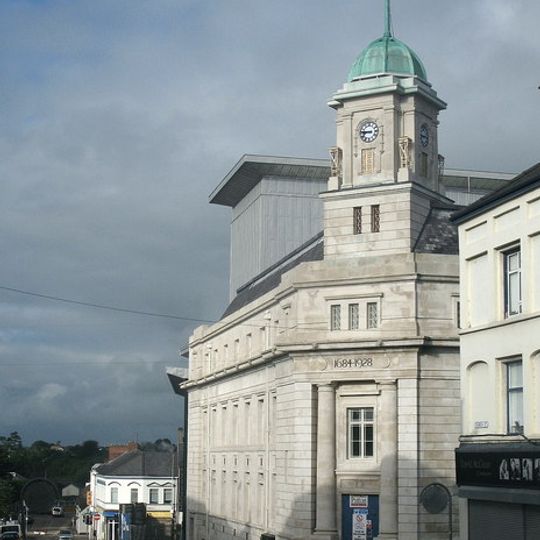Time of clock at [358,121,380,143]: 8:46
